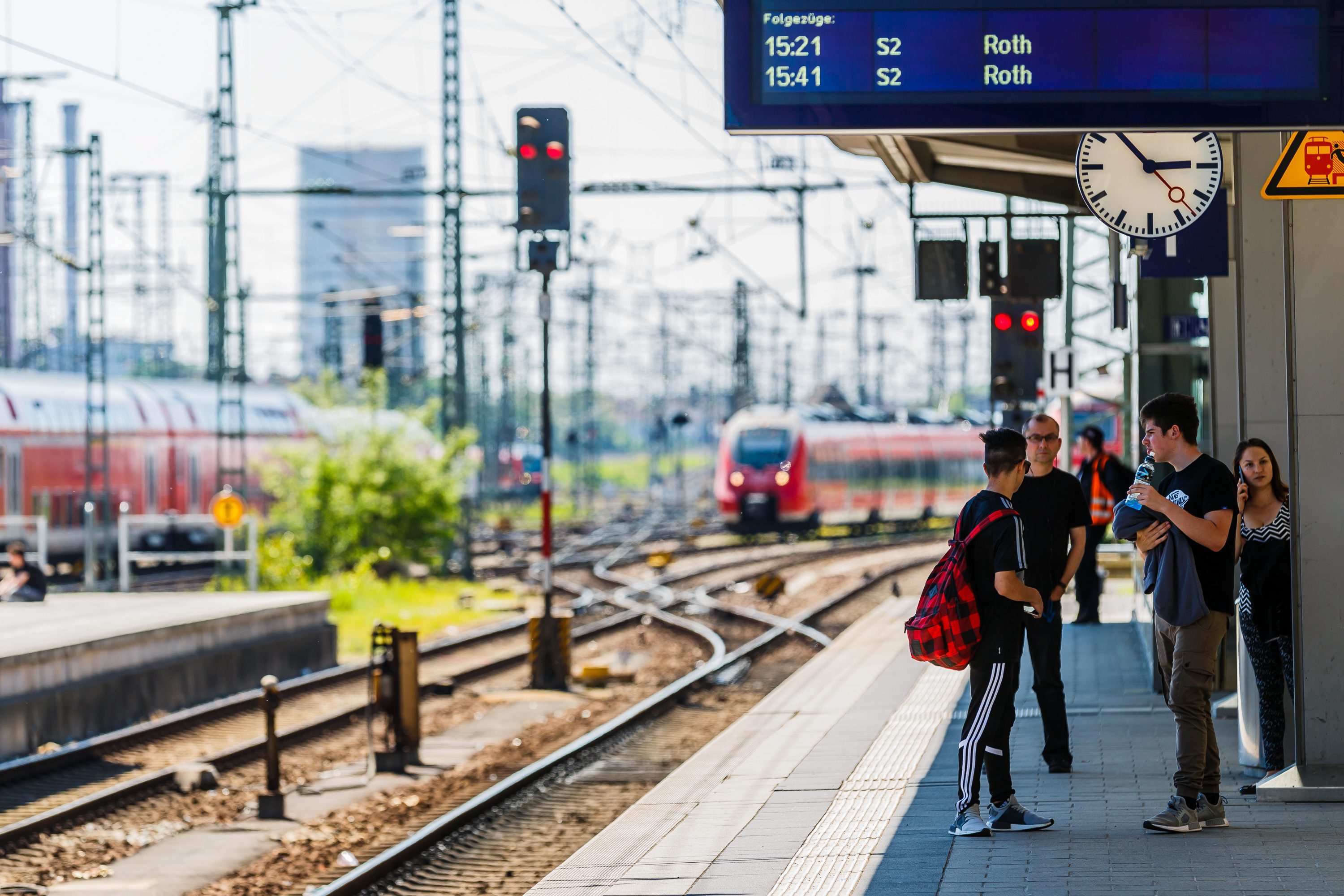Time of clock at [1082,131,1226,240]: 2:53
